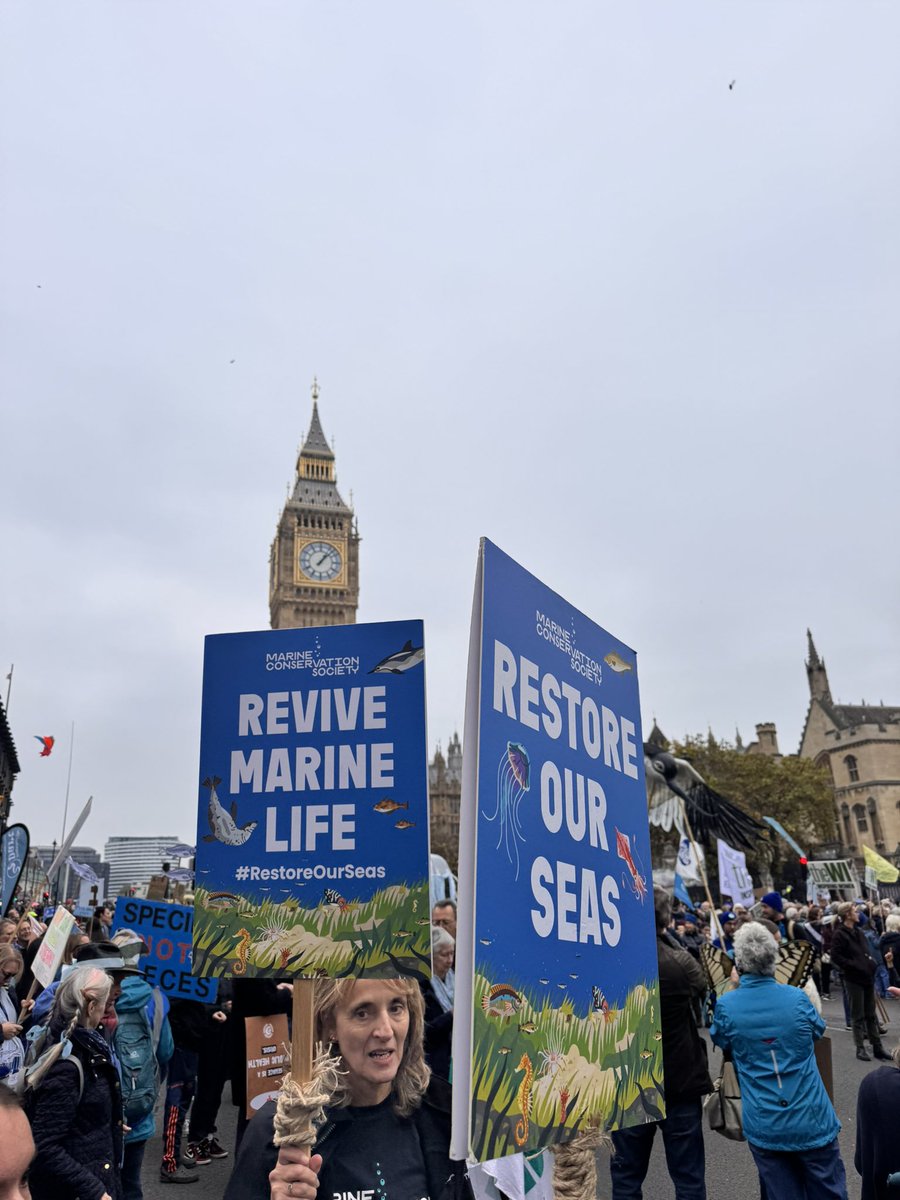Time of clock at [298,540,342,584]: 1:07
